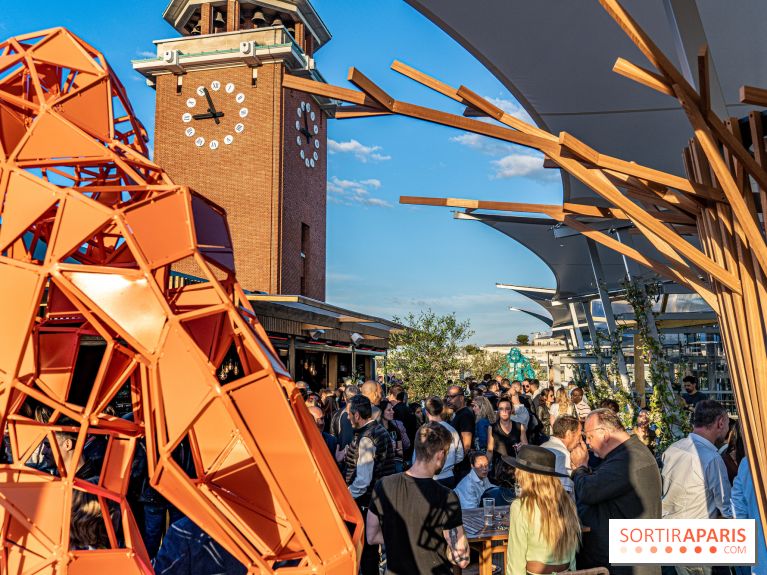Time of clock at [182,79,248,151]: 8:56
